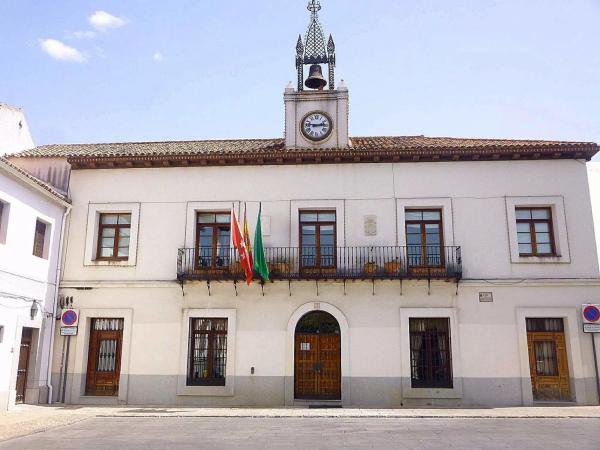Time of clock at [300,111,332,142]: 2:46
